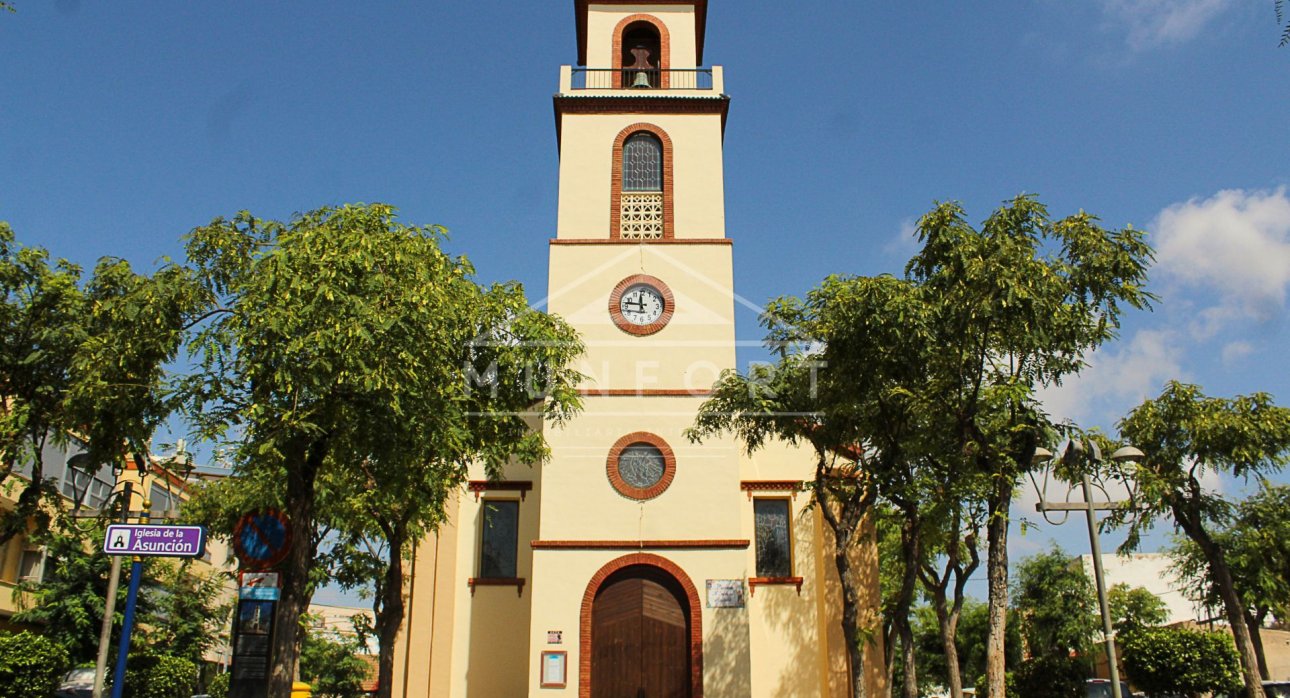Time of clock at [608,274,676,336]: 11:46
